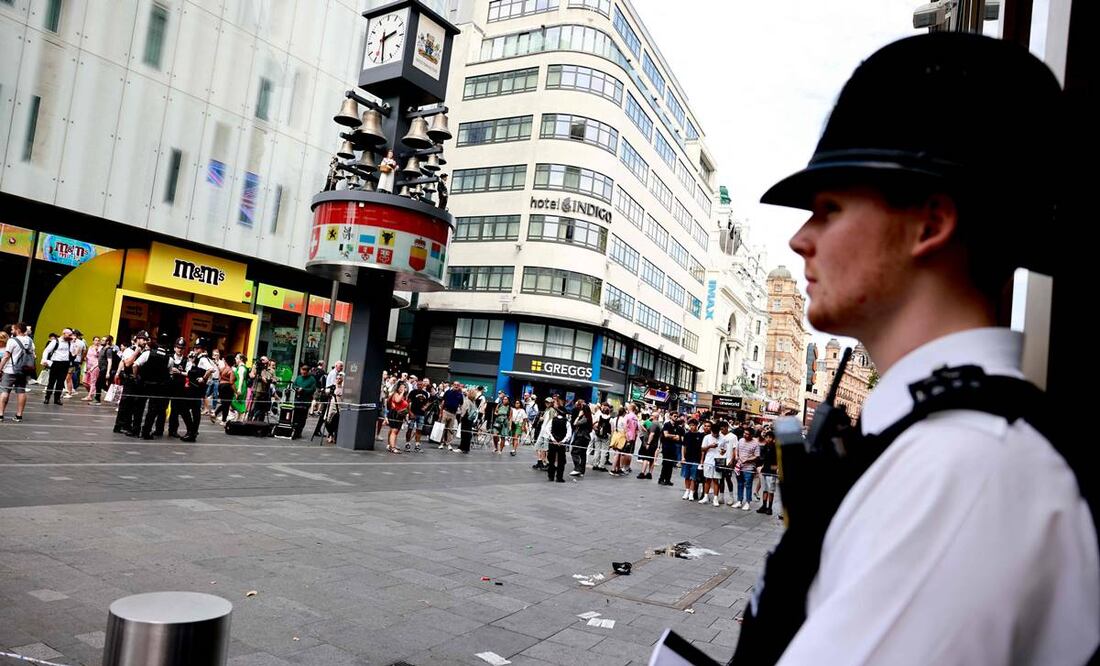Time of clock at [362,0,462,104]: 2:29
